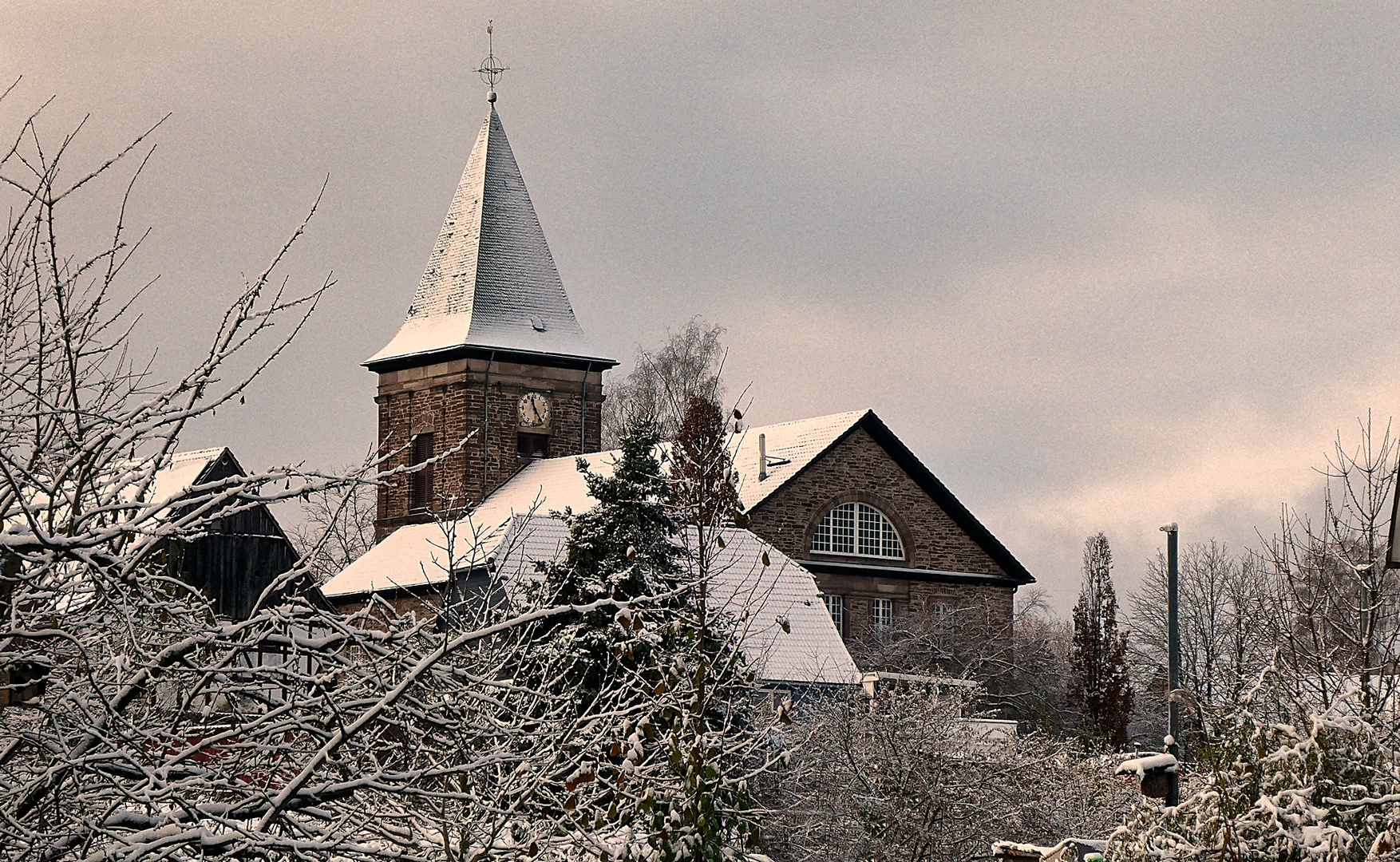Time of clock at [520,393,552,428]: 11:24
